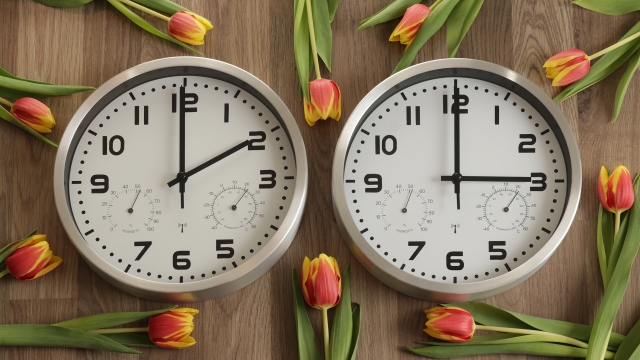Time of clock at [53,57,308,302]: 1:59
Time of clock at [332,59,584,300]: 3:00
